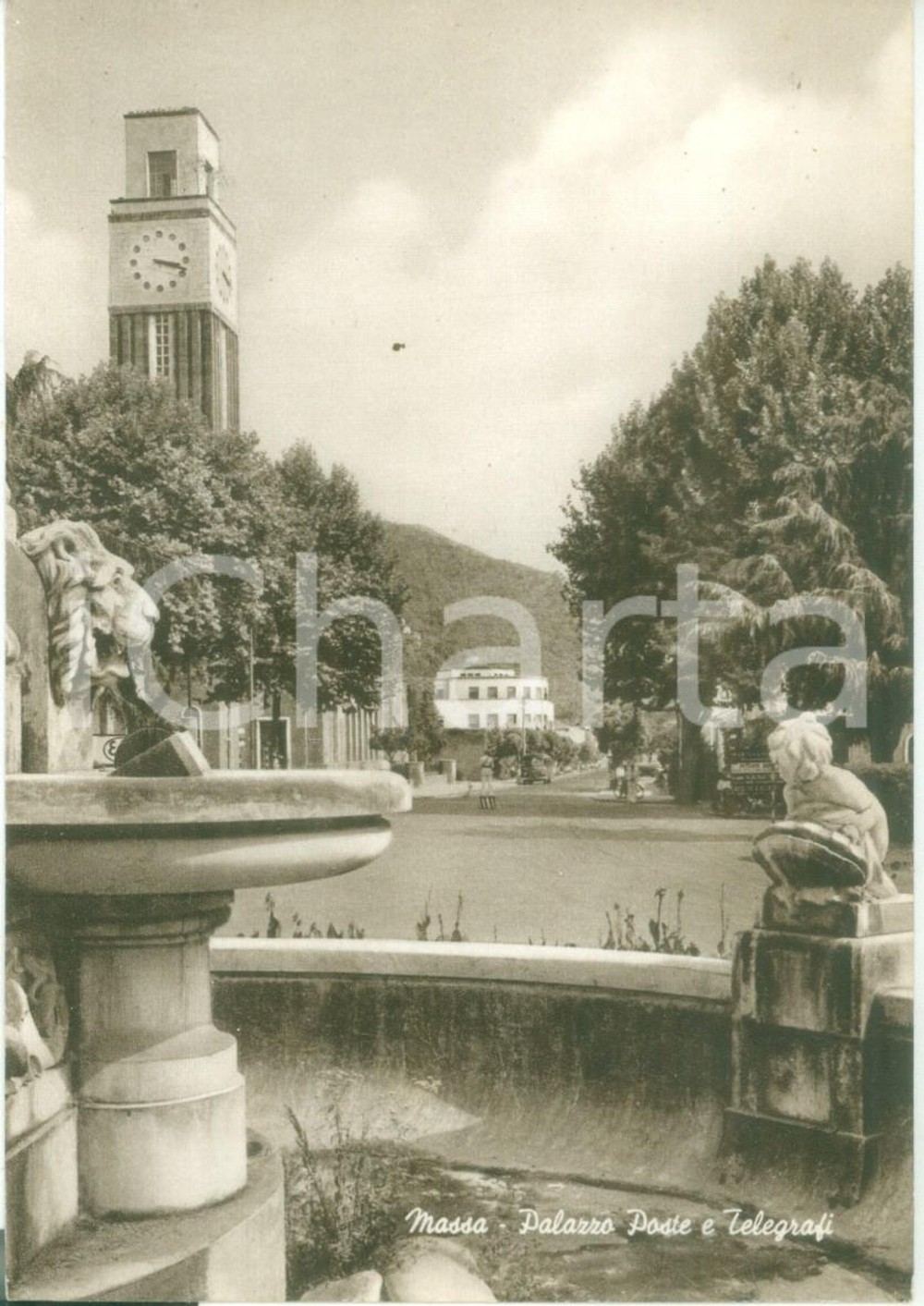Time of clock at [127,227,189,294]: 3:18
